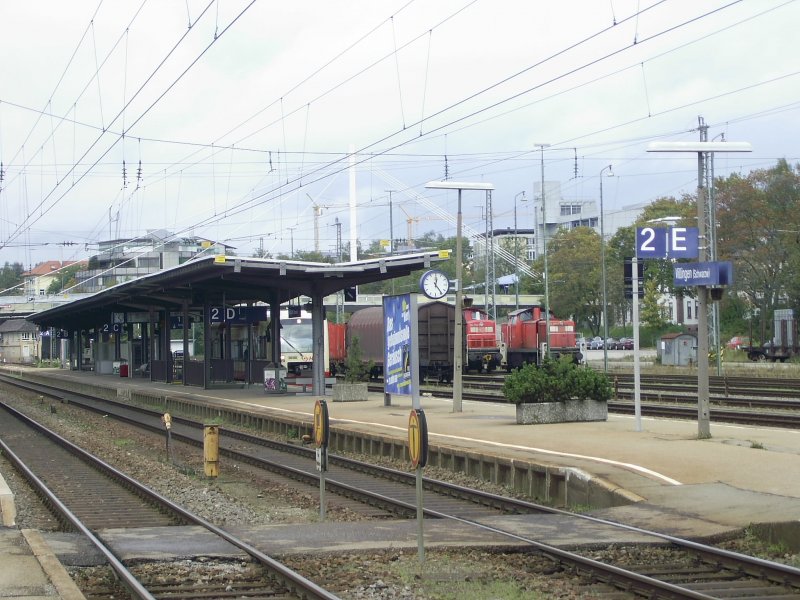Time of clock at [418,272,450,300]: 12:23
